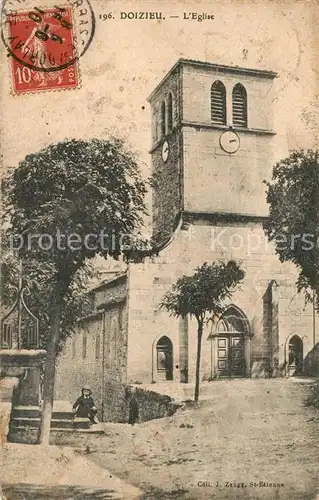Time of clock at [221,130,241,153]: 2:13
